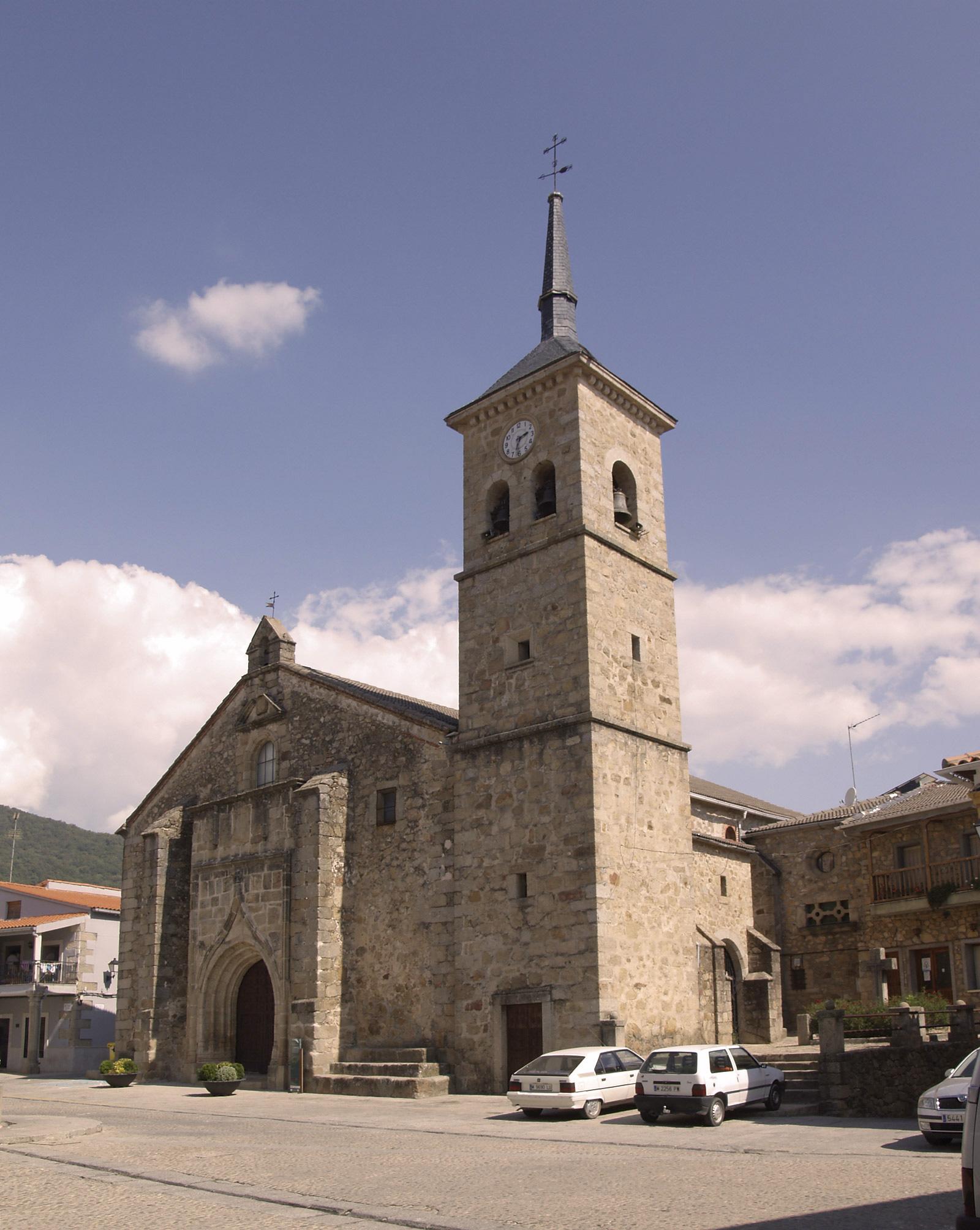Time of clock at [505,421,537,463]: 2:33
